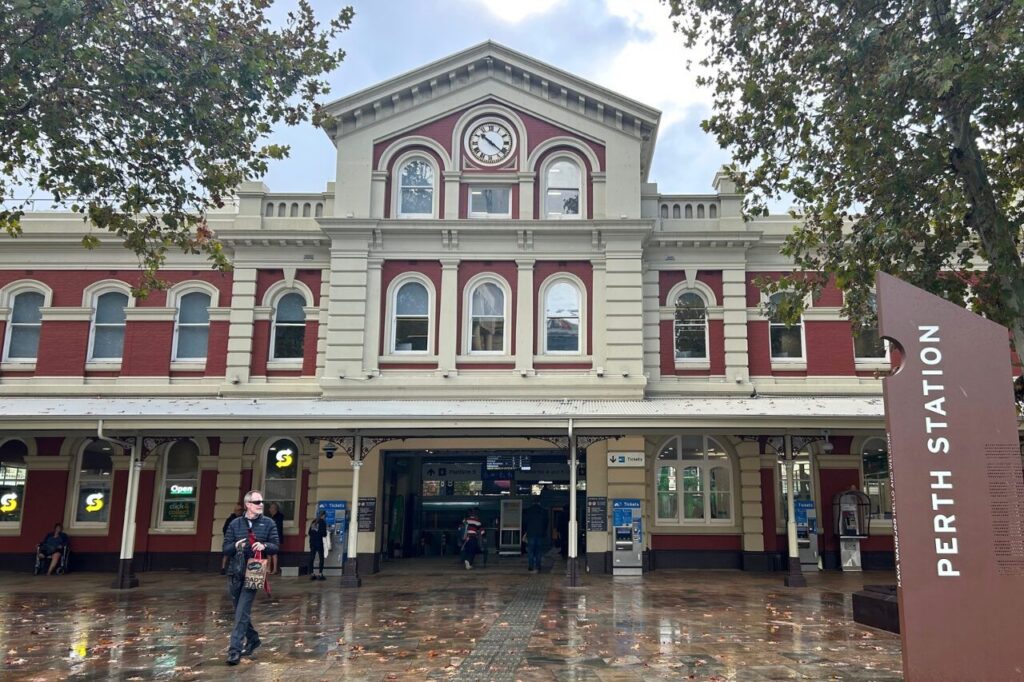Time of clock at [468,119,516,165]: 10:21
